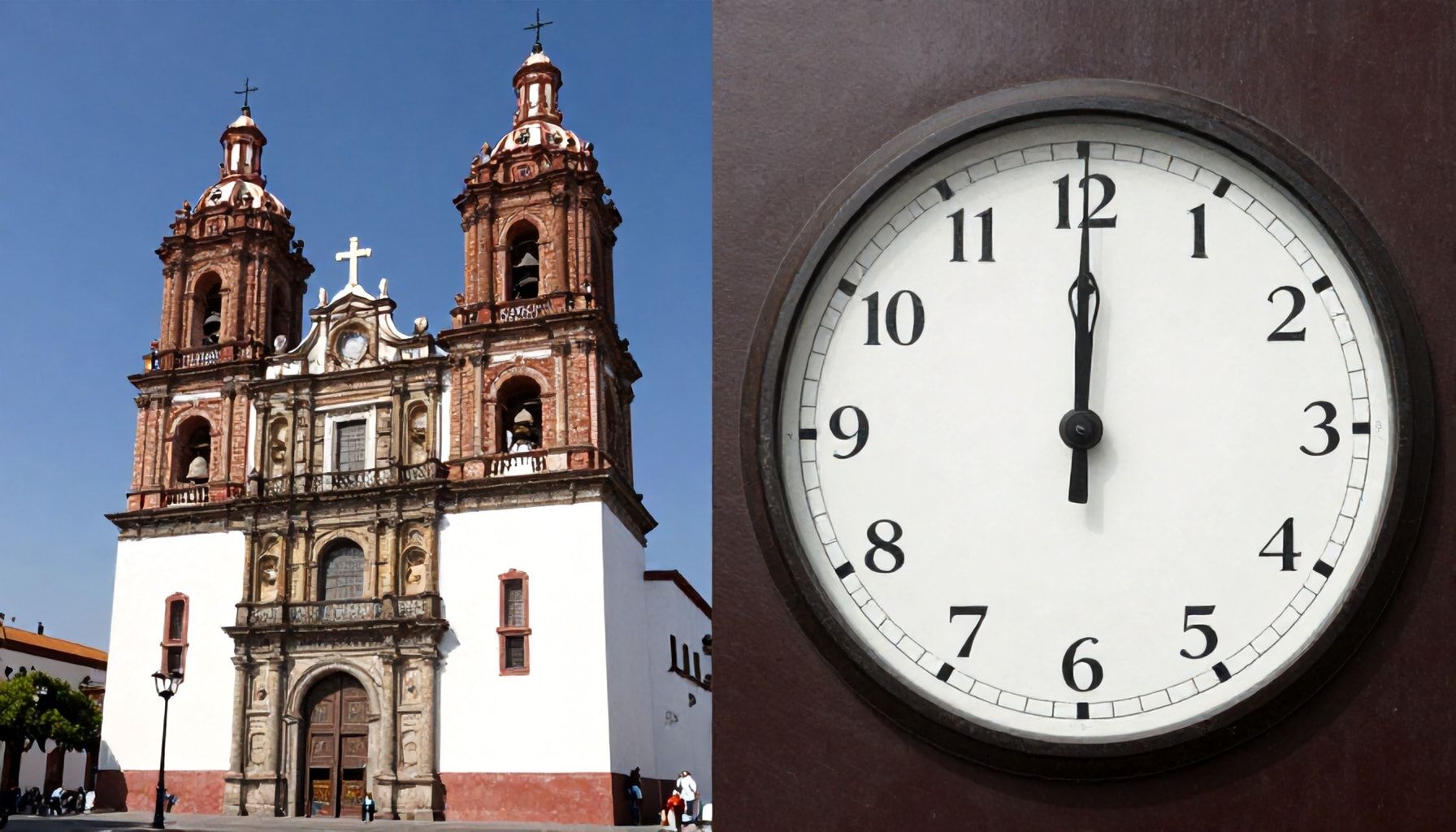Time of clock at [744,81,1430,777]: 12:00
